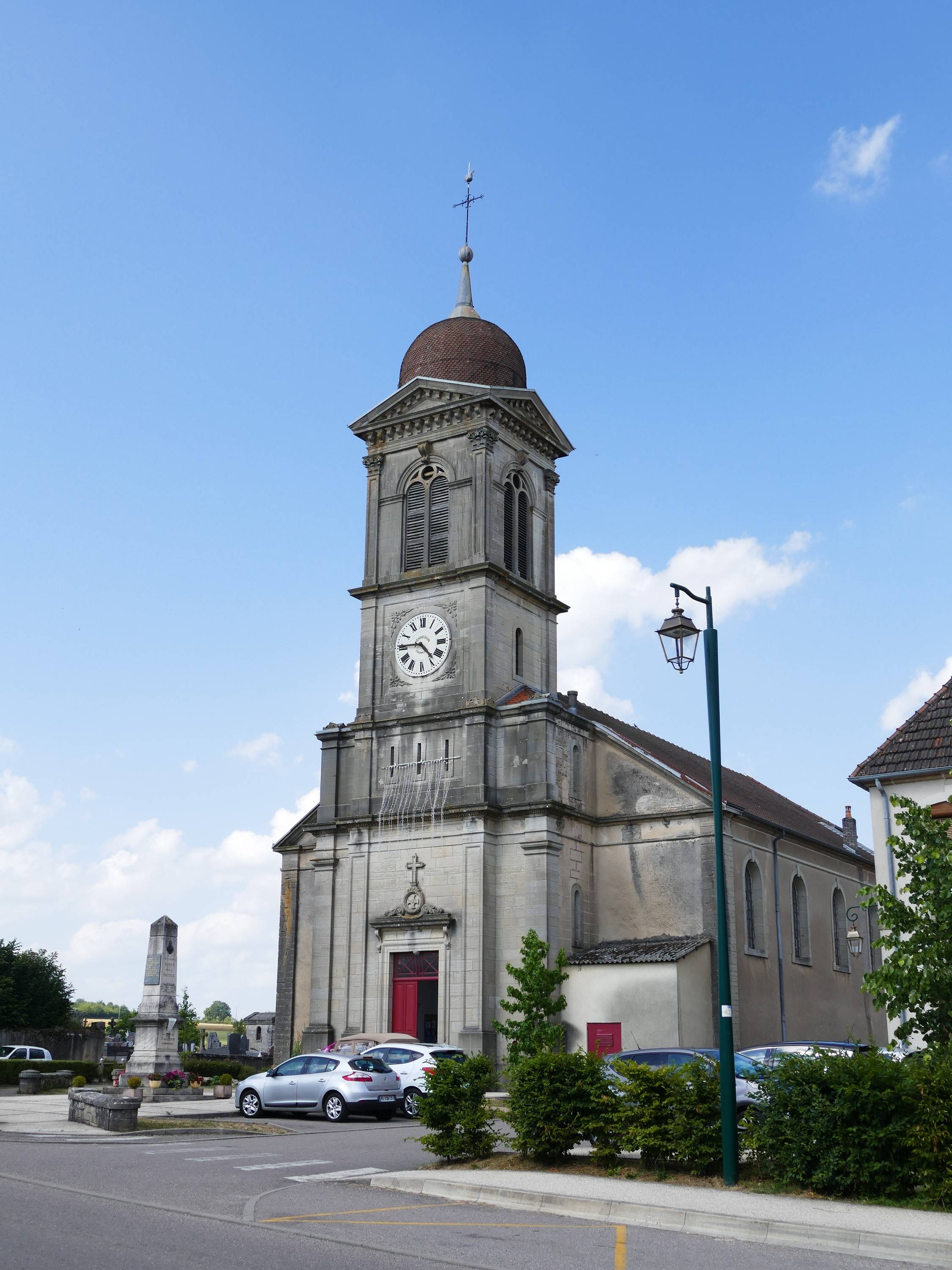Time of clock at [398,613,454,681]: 4:45
